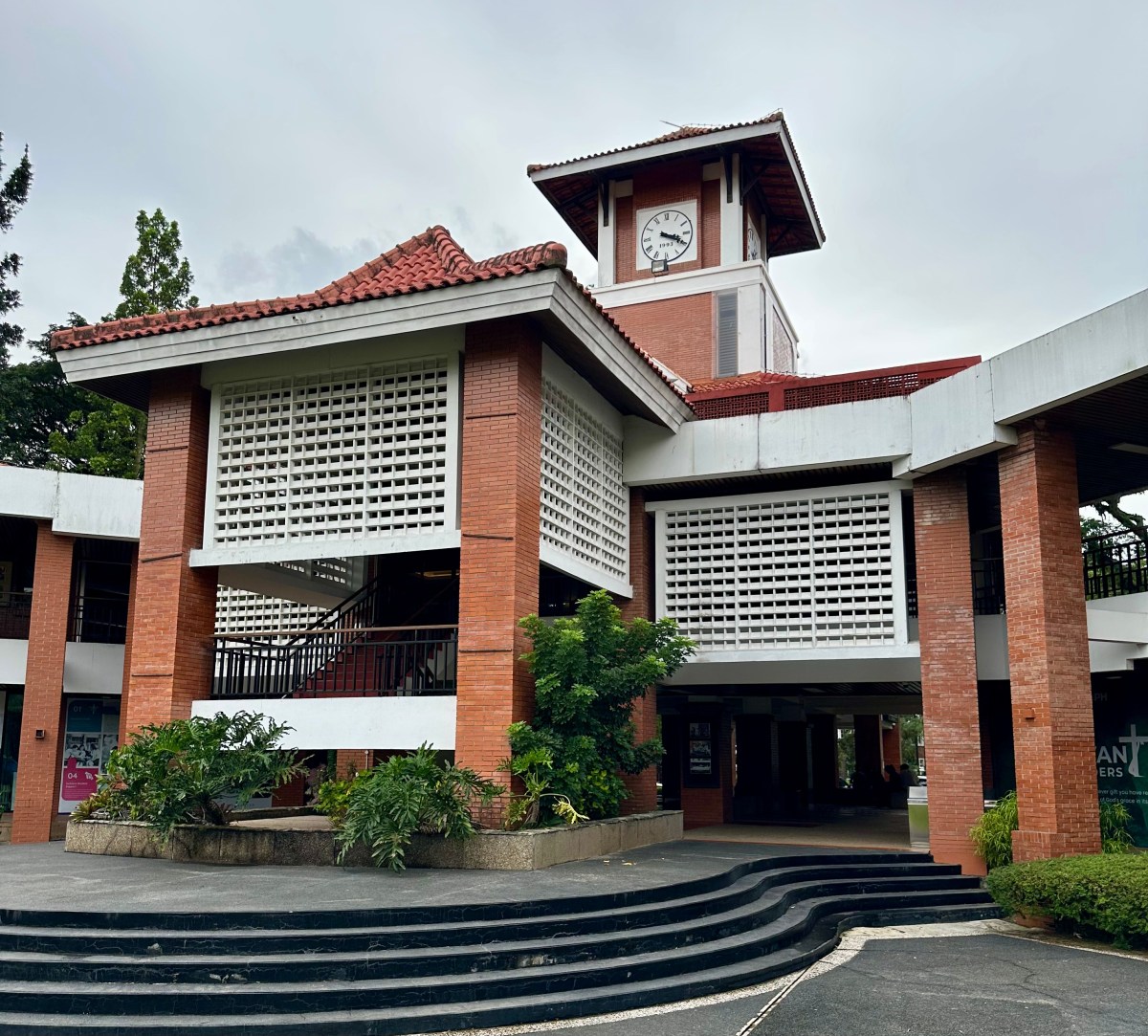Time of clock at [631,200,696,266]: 3:19
